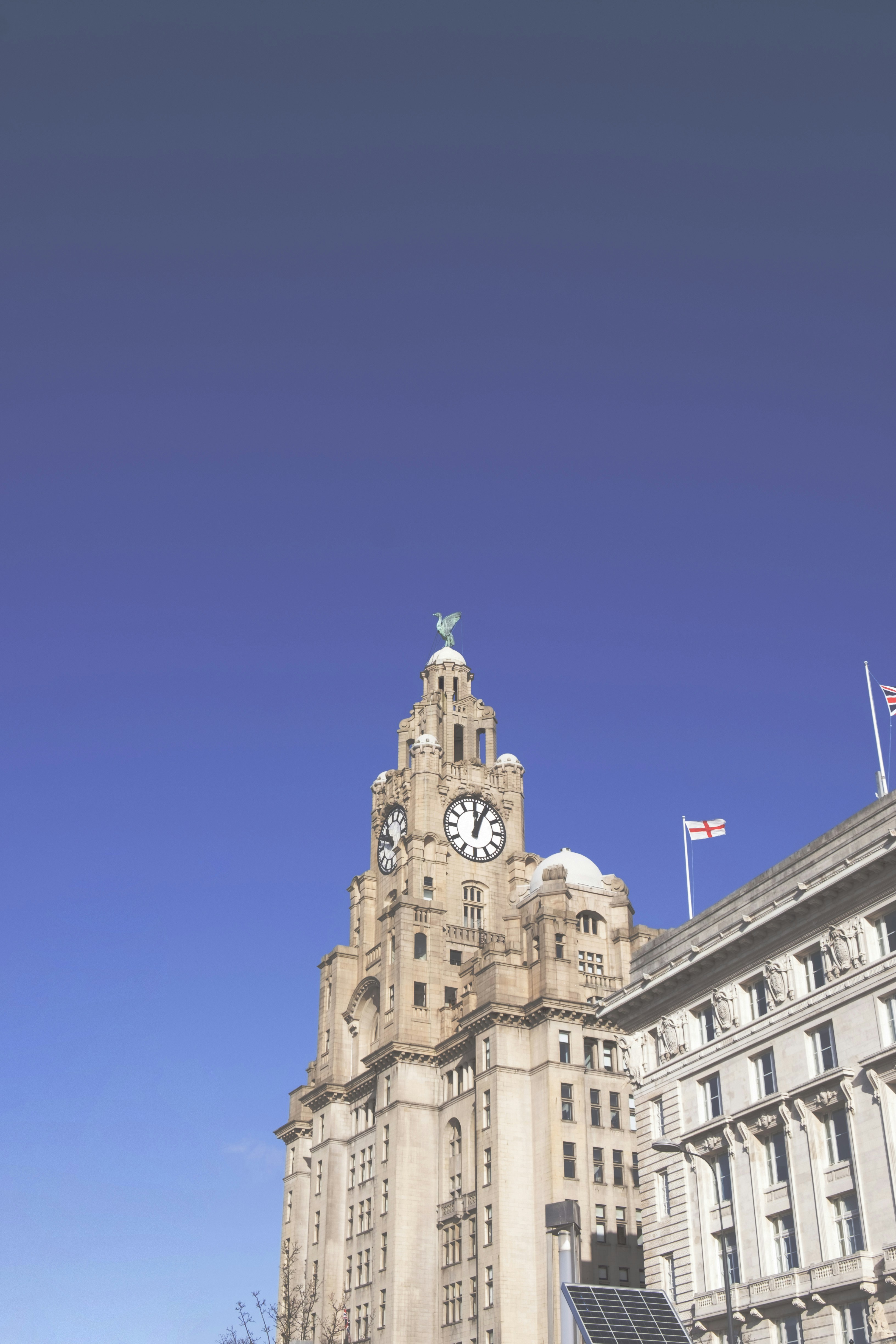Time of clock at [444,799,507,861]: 12:04
